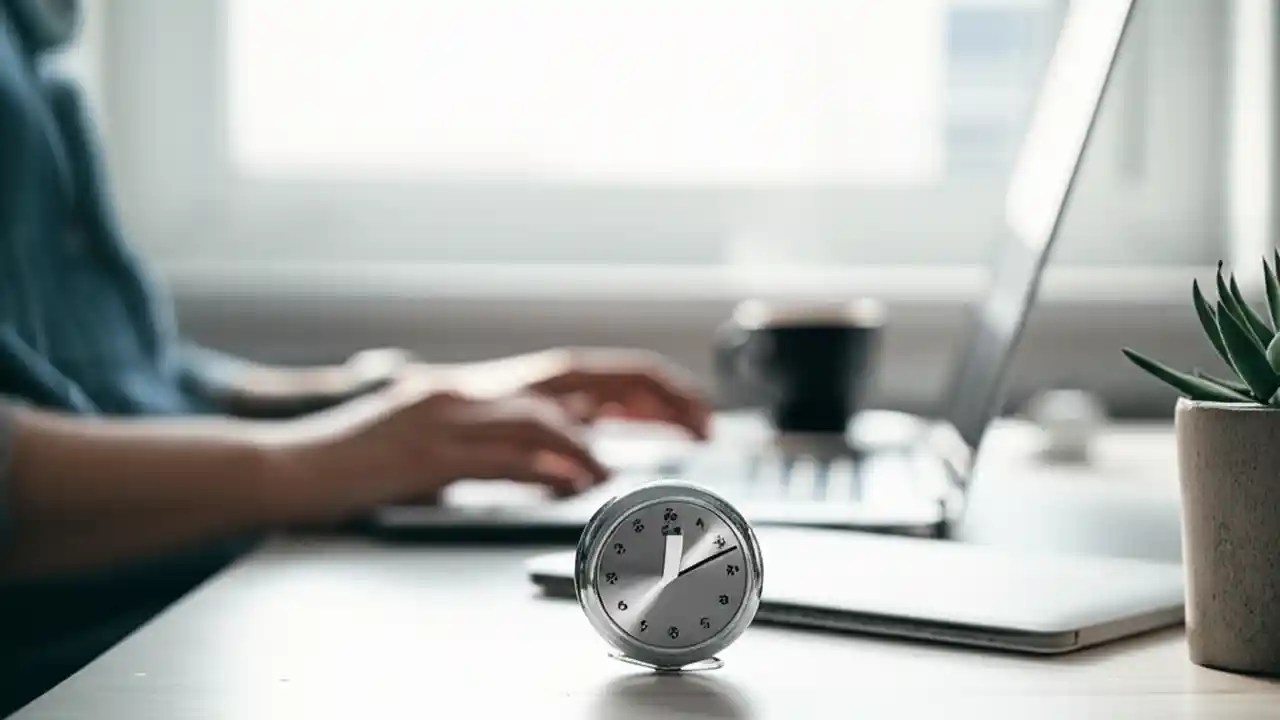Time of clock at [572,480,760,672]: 12:11
